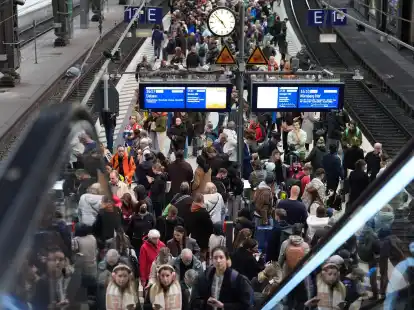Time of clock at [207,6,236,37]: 4:52
